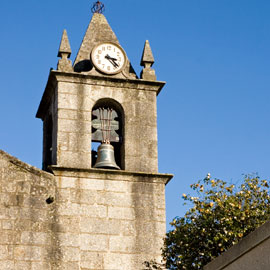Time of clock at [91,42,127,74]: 3:22
